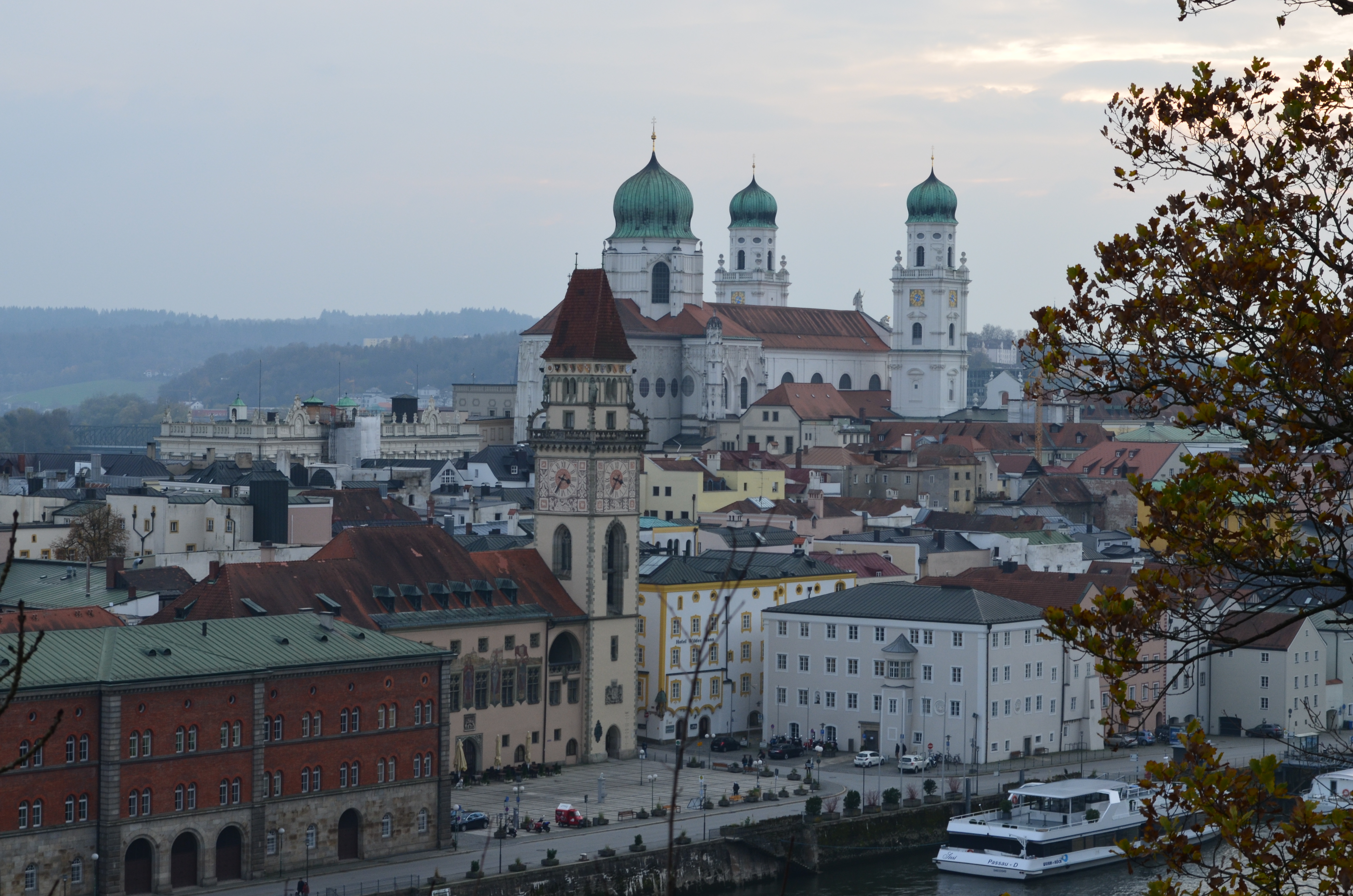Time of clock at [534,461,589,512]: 3:35
